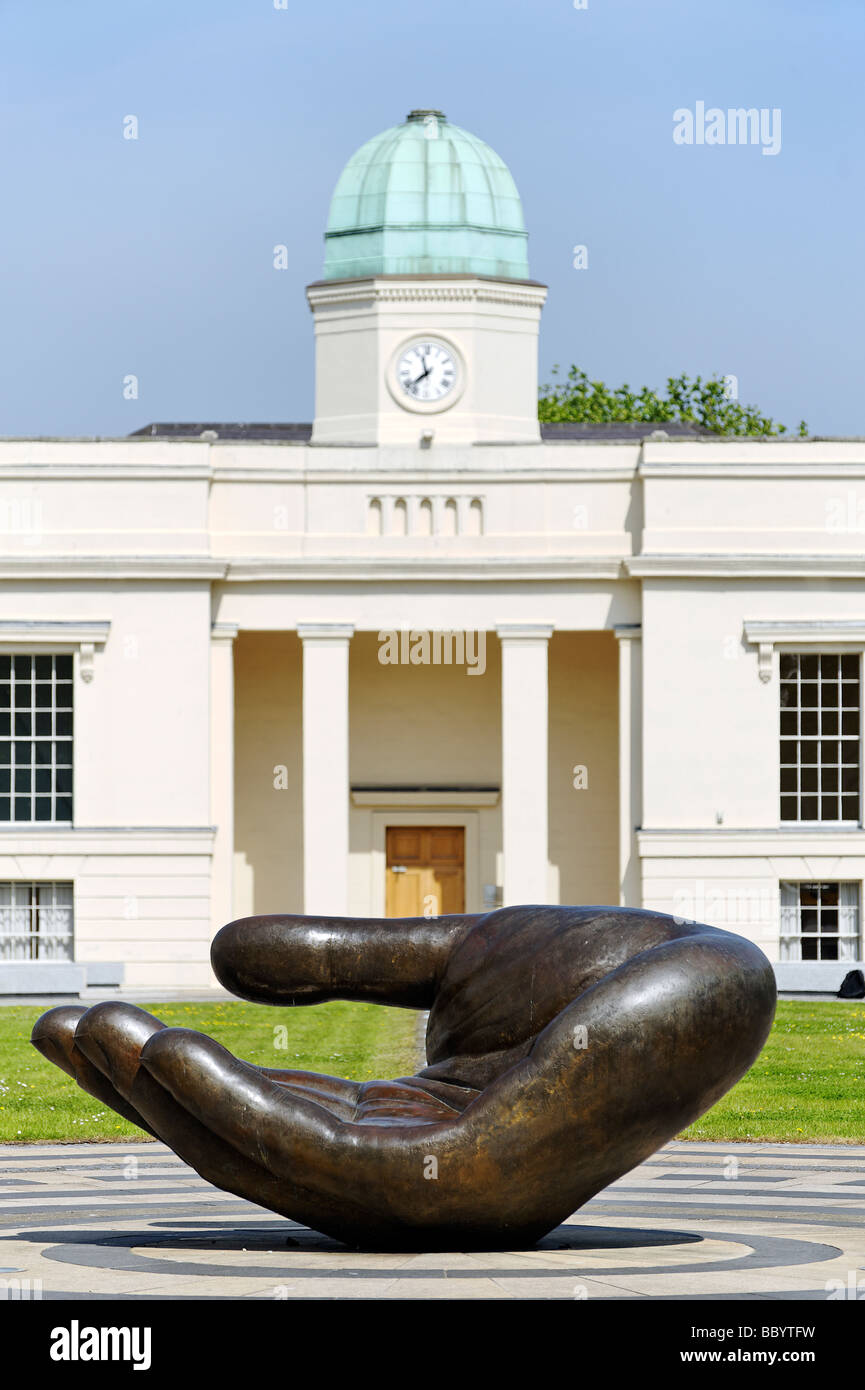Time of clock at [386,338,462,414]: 11:37
